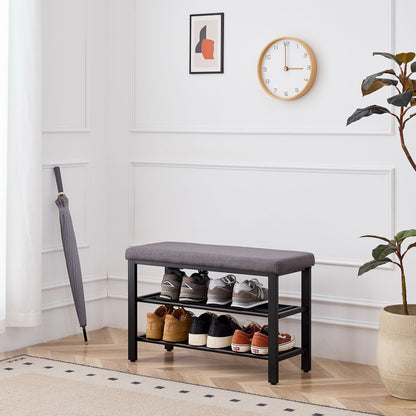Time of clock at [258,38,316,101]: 2:59
